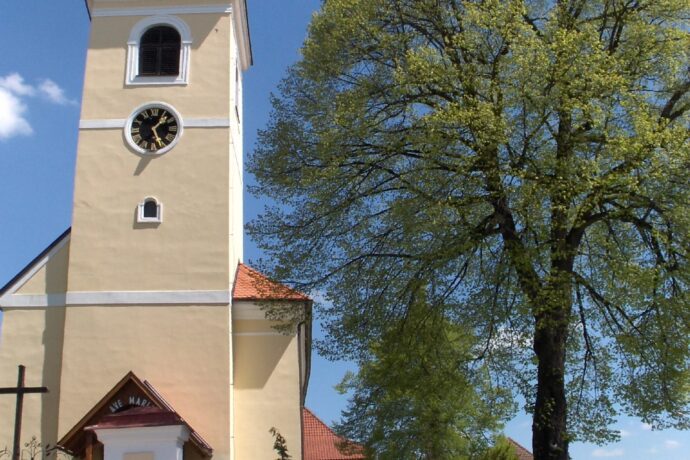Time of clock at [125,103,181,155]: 1:26
